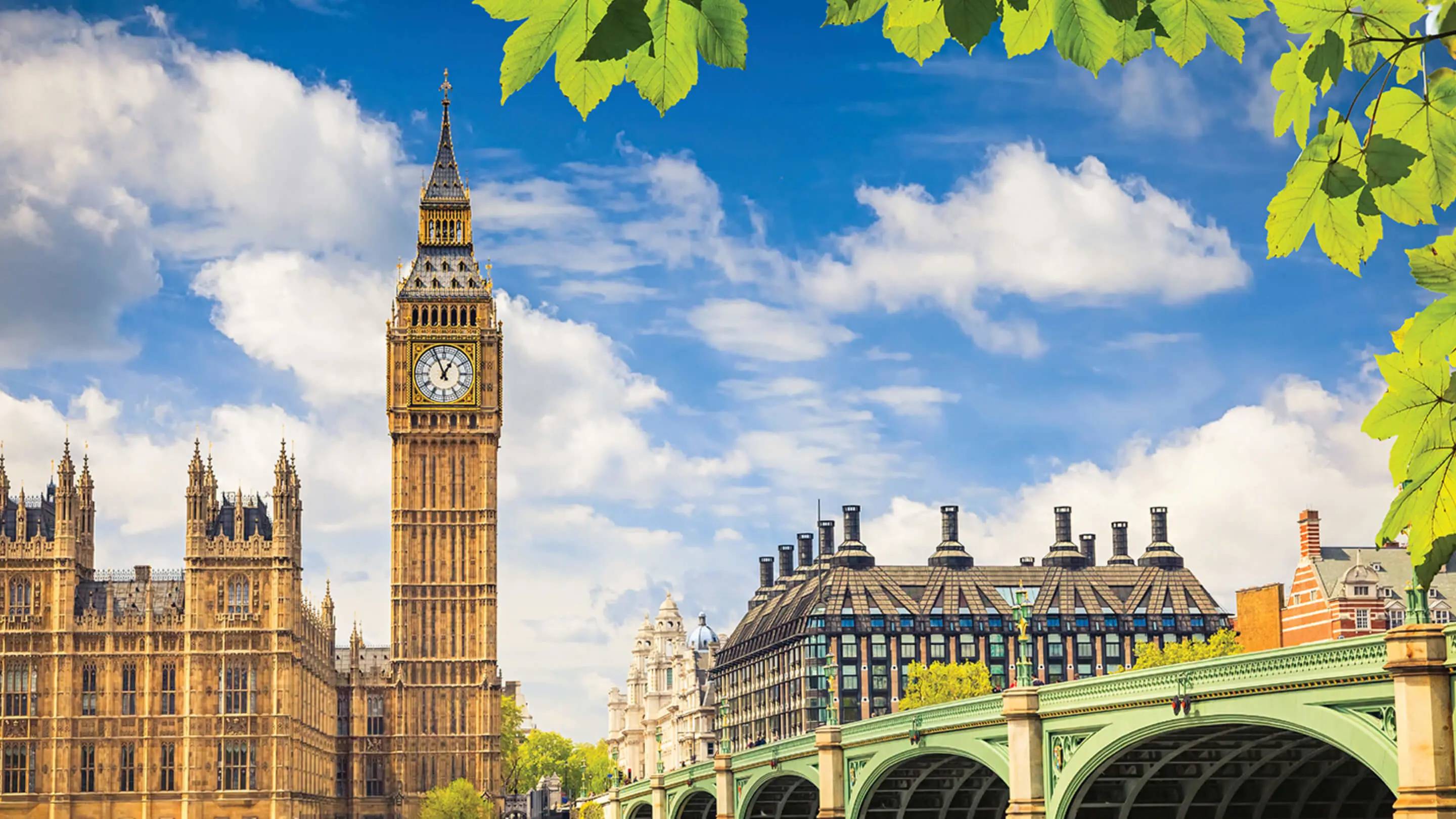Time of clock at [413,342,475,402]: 12:56
